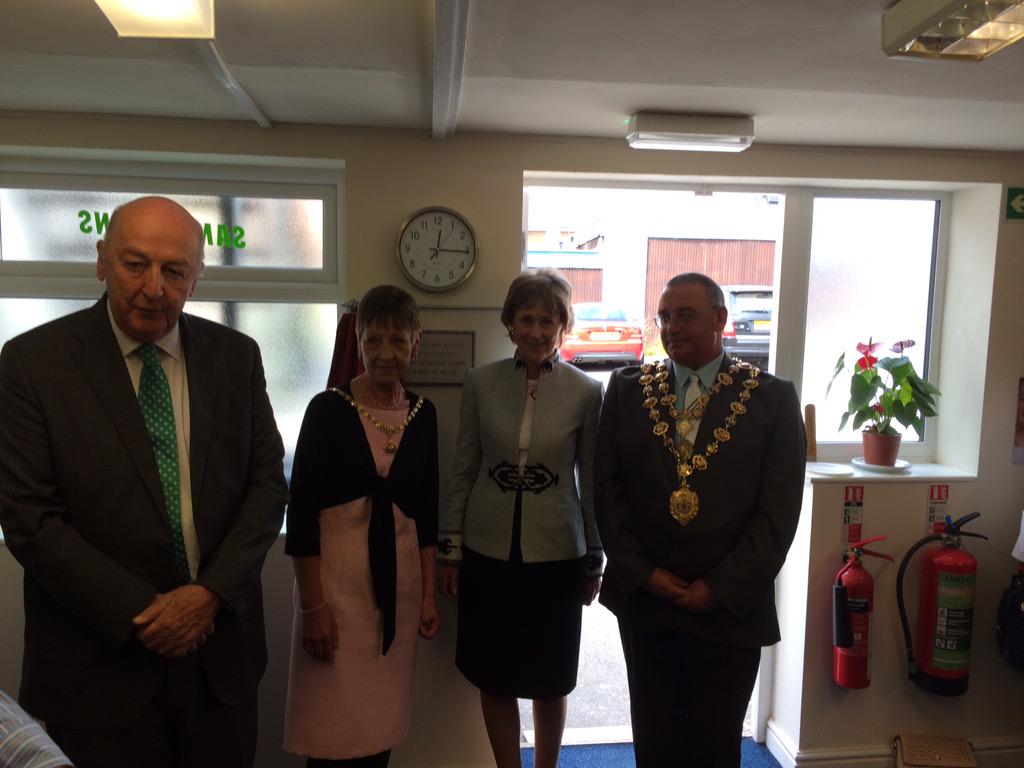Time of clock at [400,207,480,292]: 12:15
